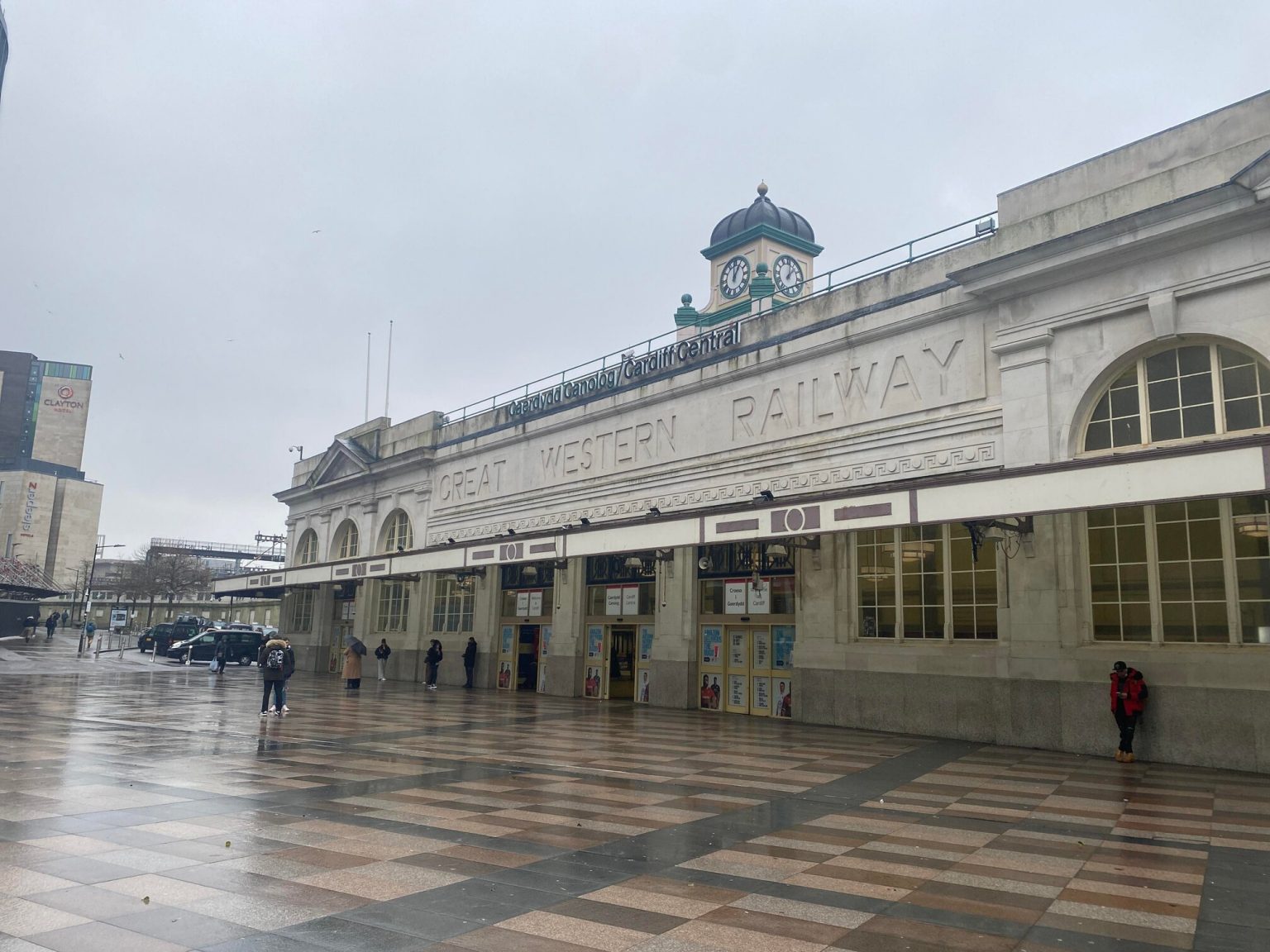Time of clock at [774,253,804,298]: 12:07
